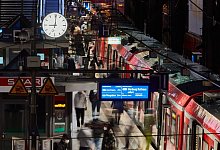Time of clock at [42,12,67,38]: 9:00
